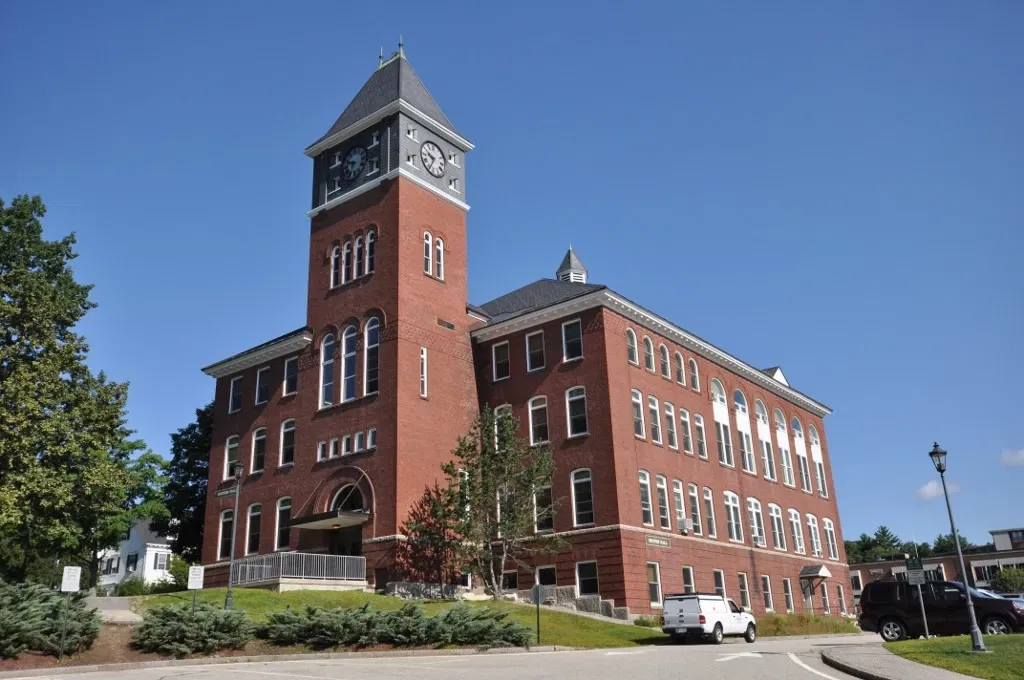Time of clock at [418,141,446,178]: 9:34
